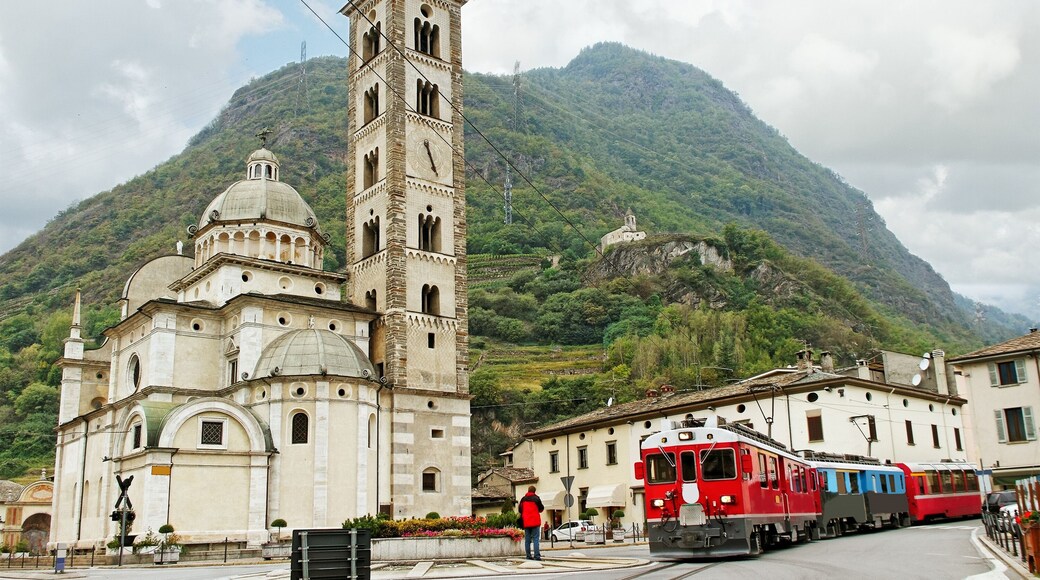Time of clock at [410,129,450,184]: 5:26
